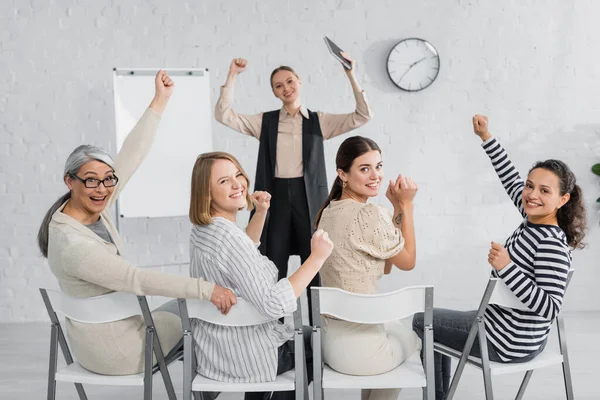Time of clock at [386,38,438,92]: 1:35
